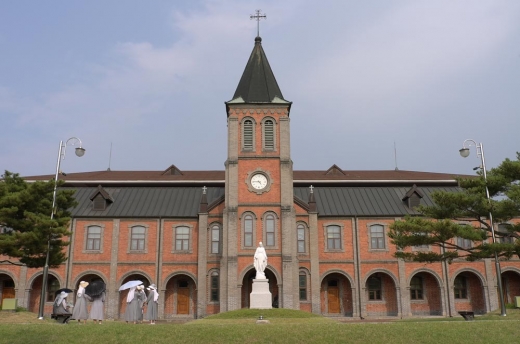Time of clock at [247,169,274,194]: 4:45
